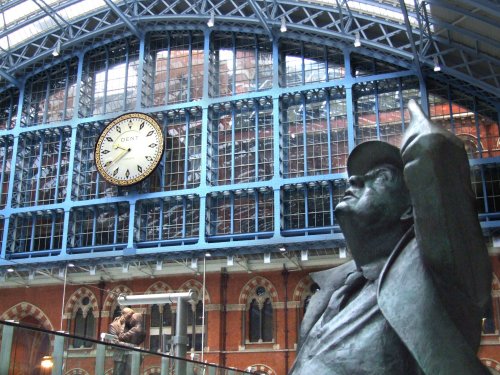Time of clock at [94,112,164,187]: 9:38
